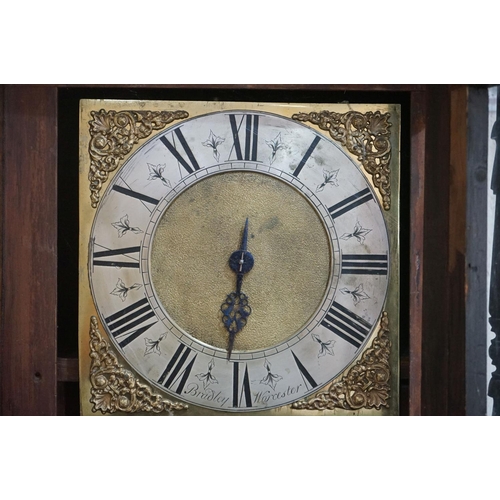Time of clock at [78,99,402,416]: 6:31
